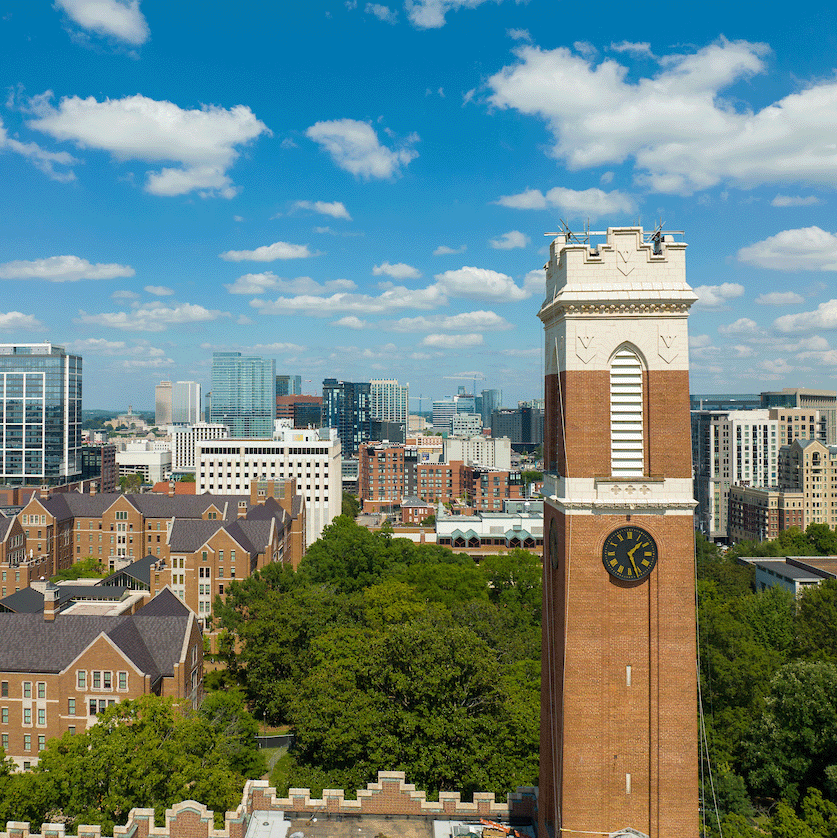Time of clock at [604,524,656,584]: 1:26
